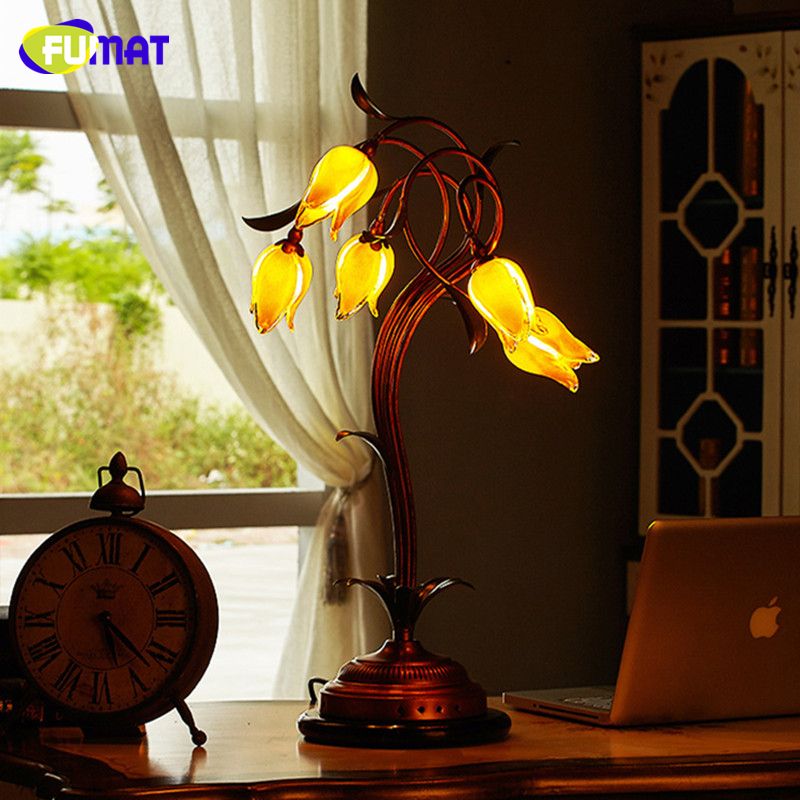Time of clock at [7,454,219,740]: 5:22
